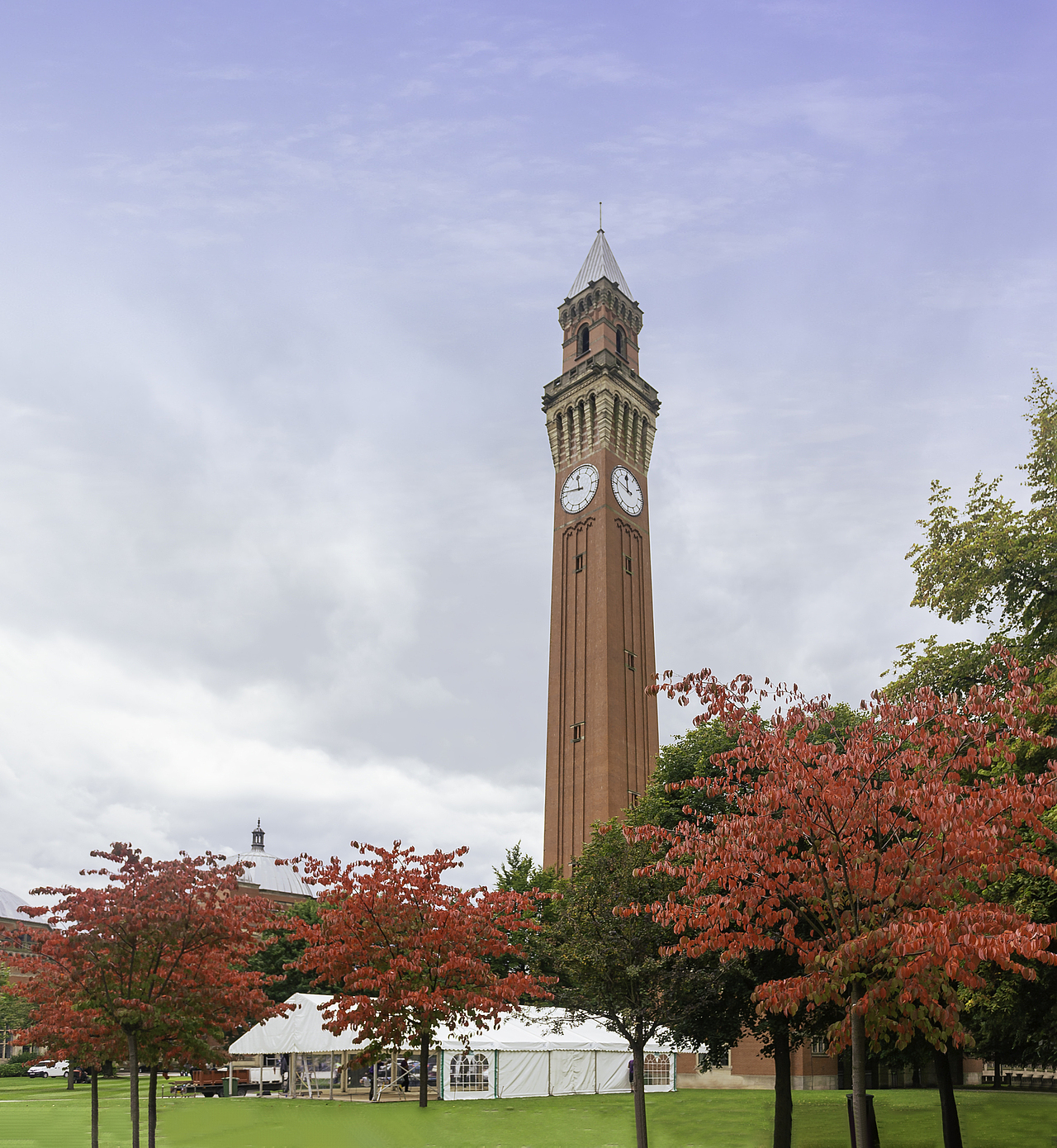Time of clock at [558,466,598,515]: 11:47
